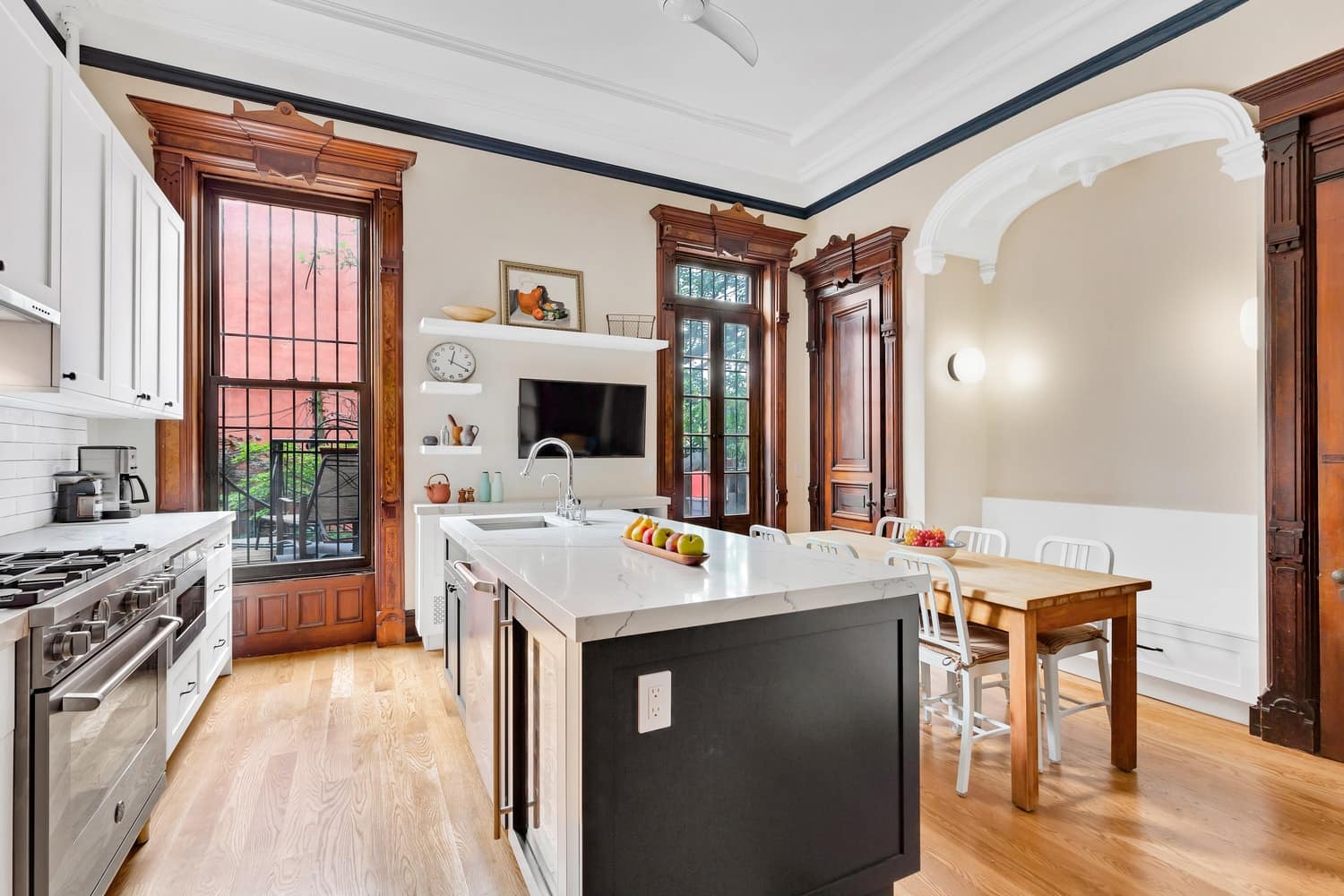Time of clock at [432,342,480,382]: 12:19
